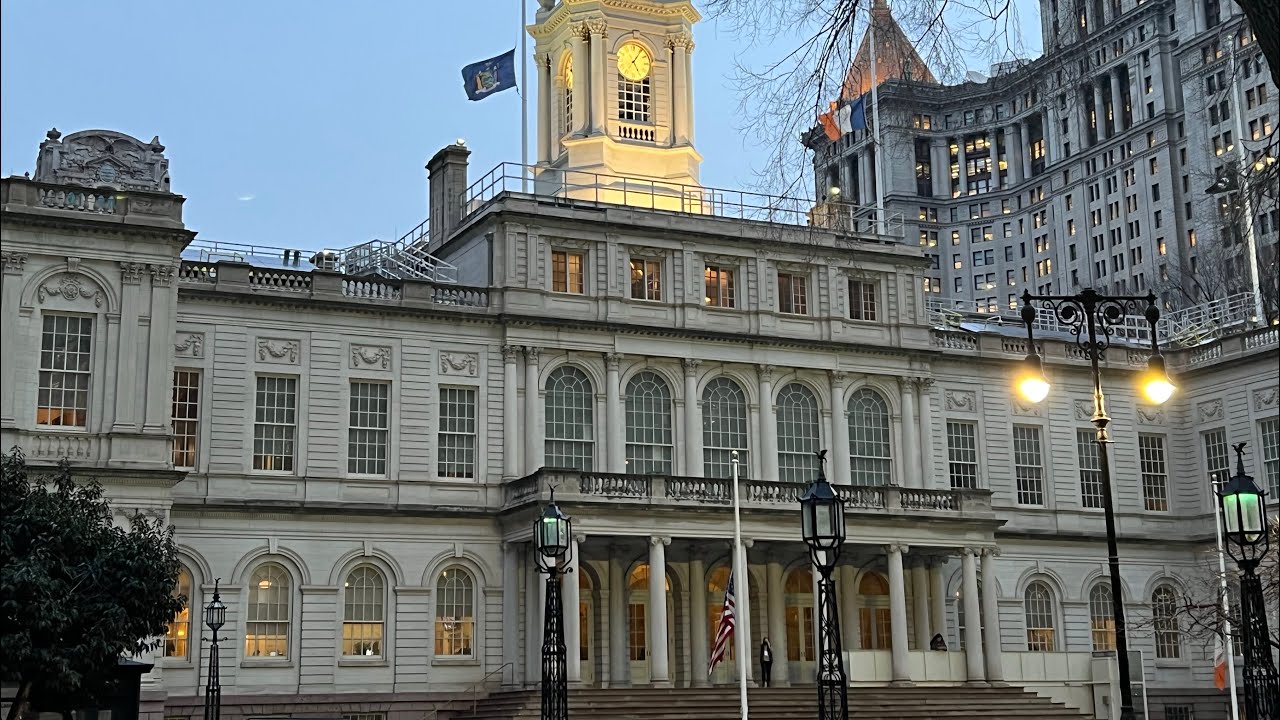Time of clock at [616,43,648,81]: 5:05
